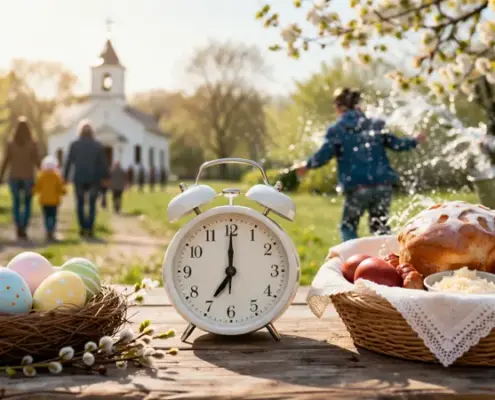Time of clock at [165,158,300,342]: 7:00
